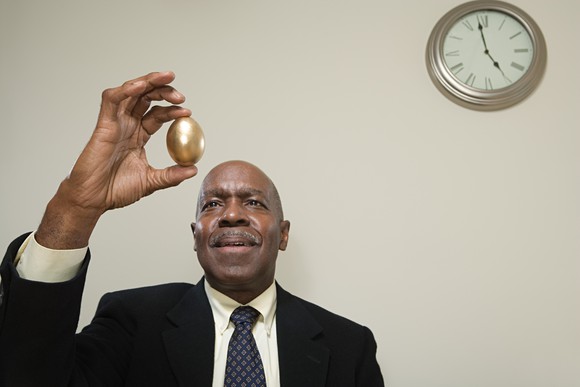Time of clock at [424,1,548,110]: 4:58
